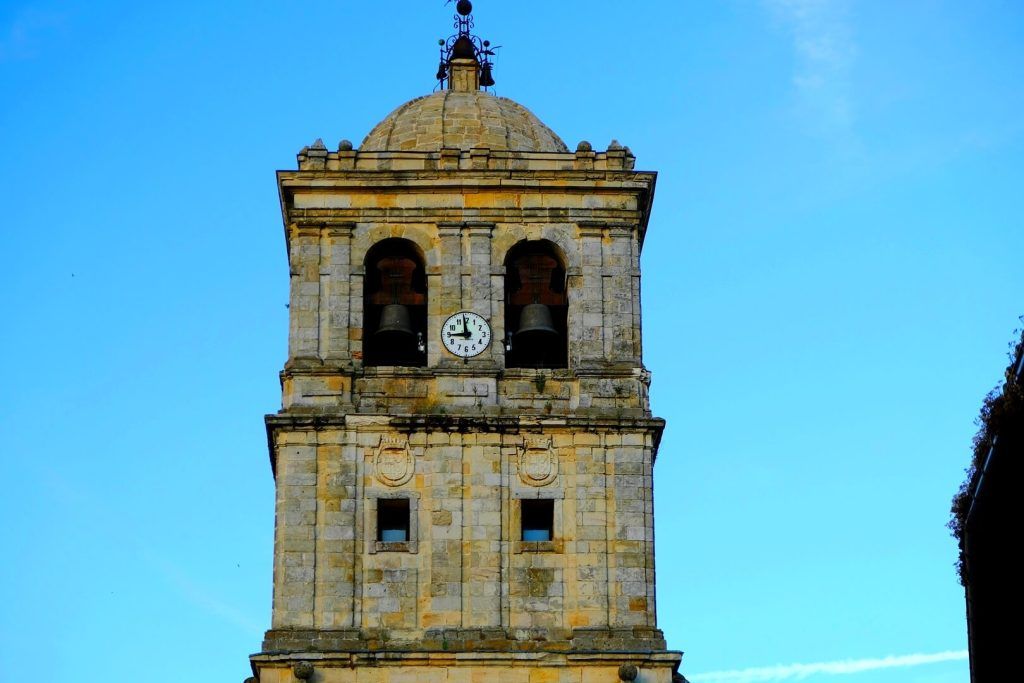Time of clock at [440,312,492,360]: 8:58
